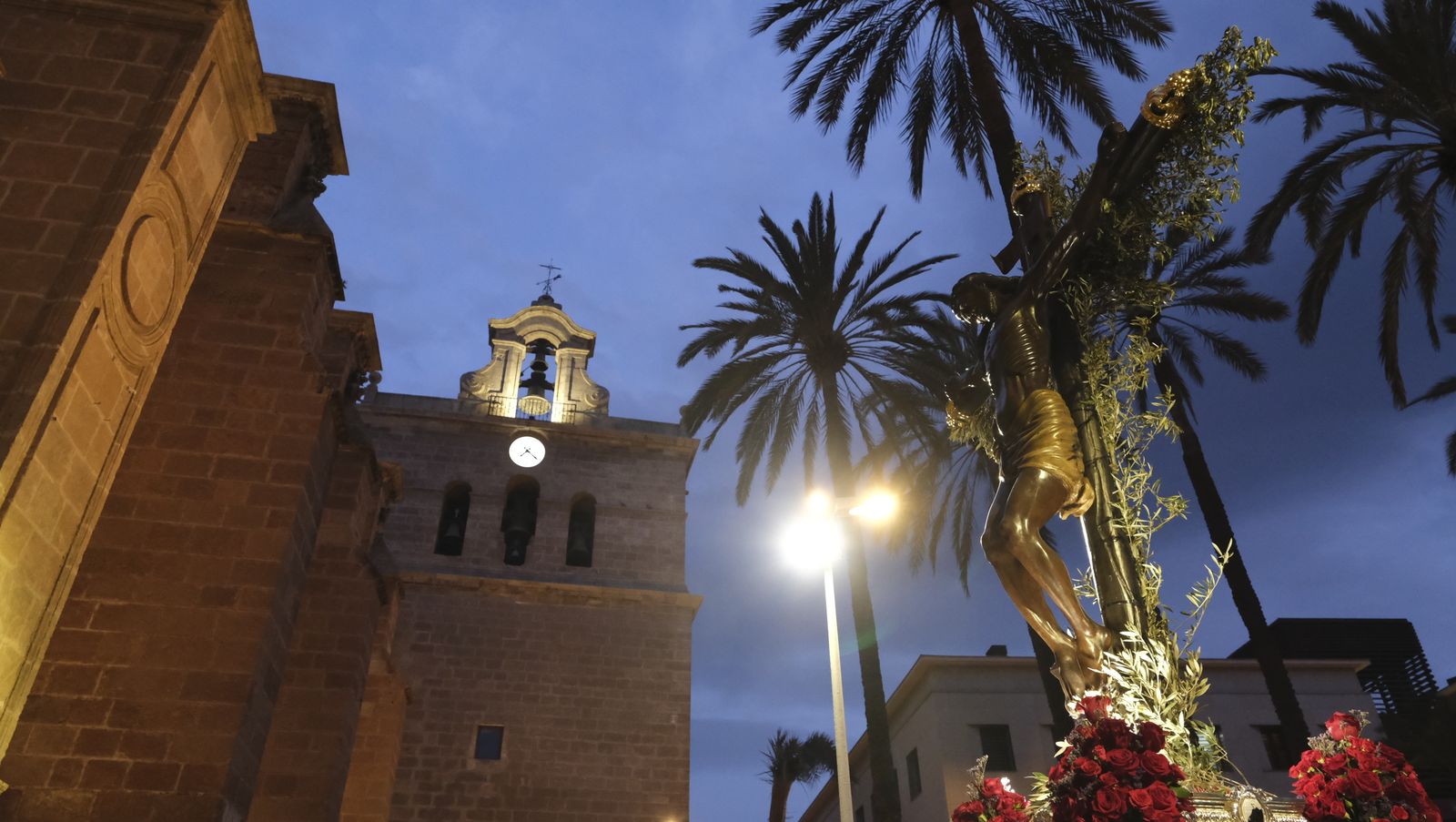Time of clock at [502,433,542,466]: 7:21
